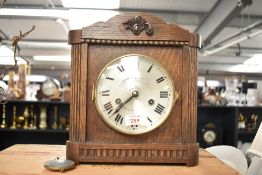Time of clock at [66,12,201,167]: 7:37
